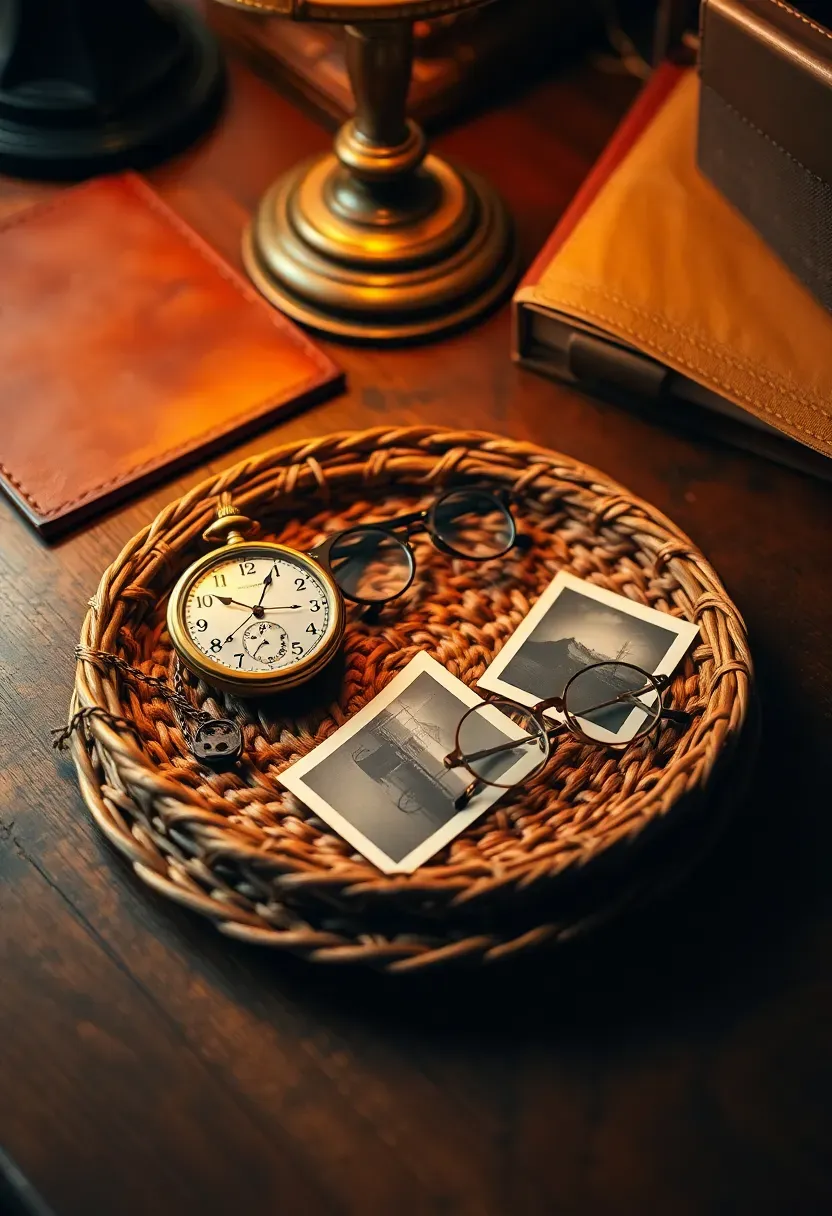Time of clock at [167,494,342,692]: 10:04
